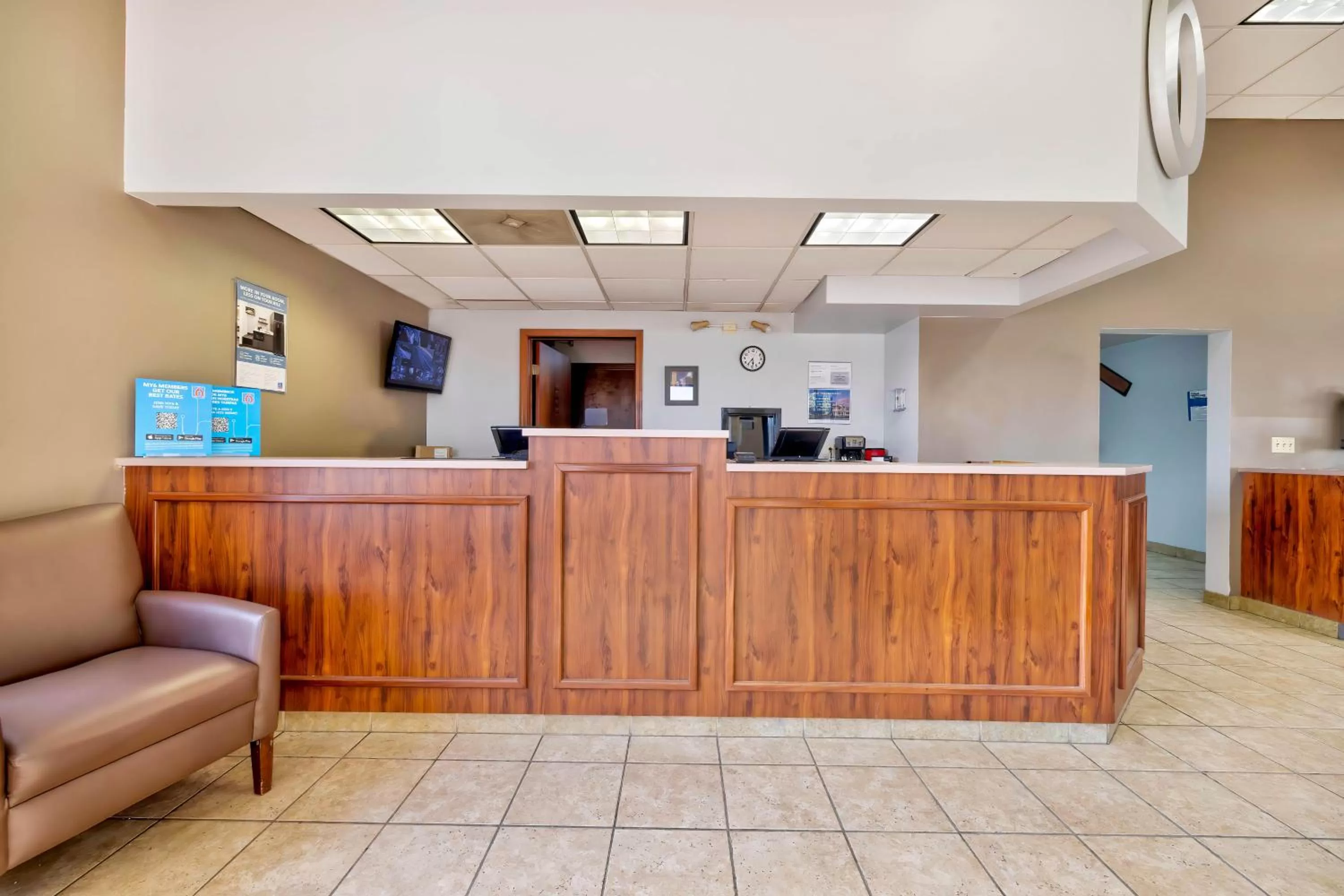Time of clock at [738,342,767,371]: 5:36
